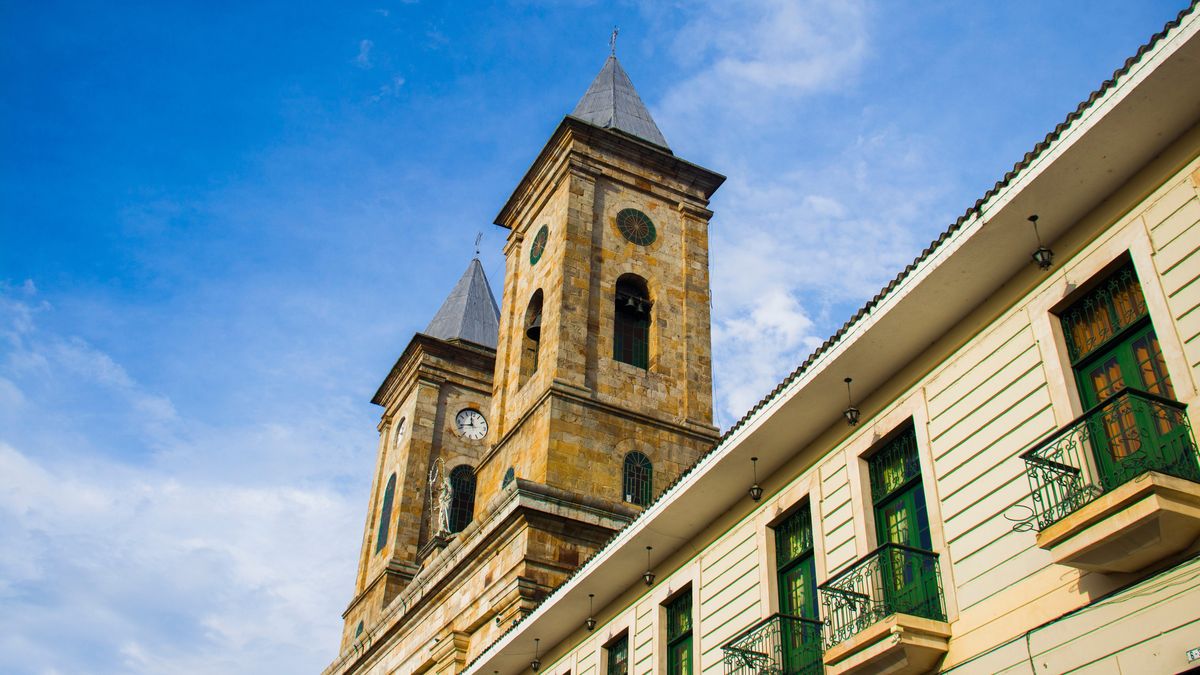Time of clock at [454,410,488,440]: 11:42
